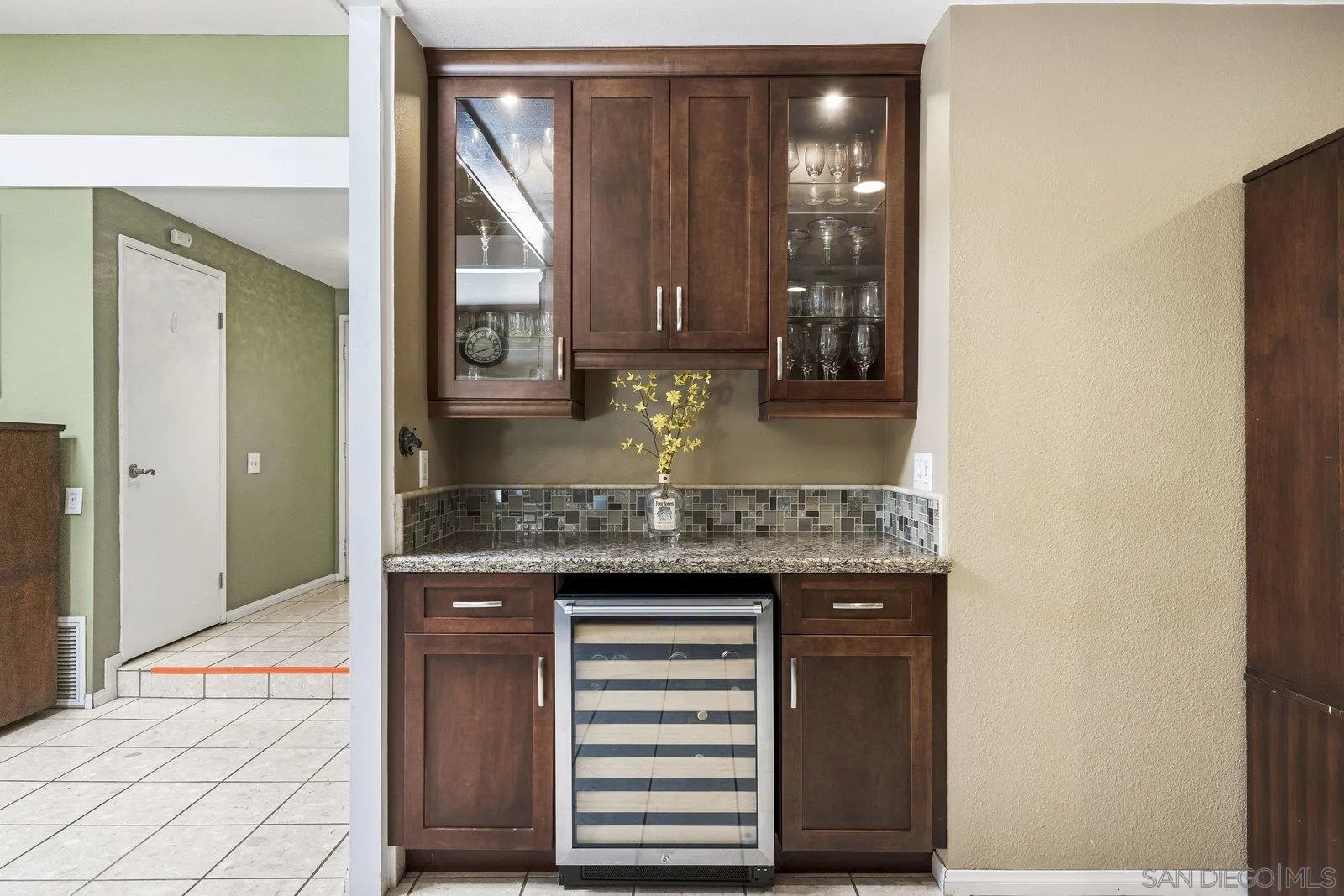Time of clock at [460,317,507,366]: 8:12
